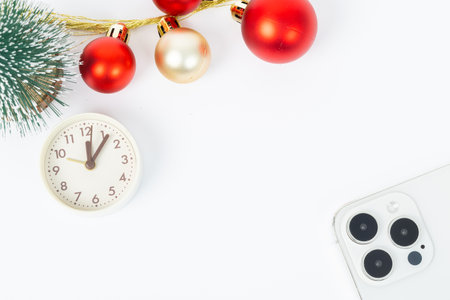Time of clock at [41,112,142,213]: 12:06
